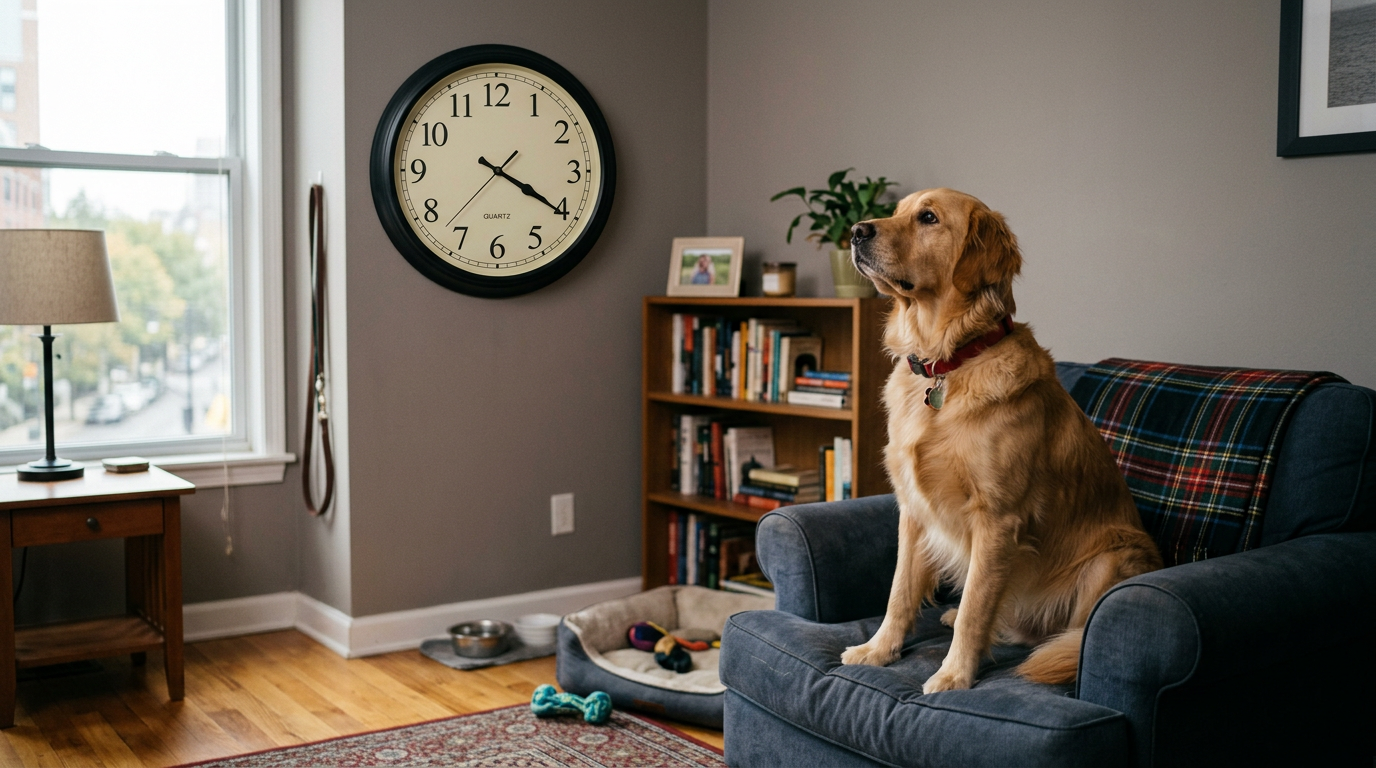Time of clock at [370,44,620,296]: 4:20
